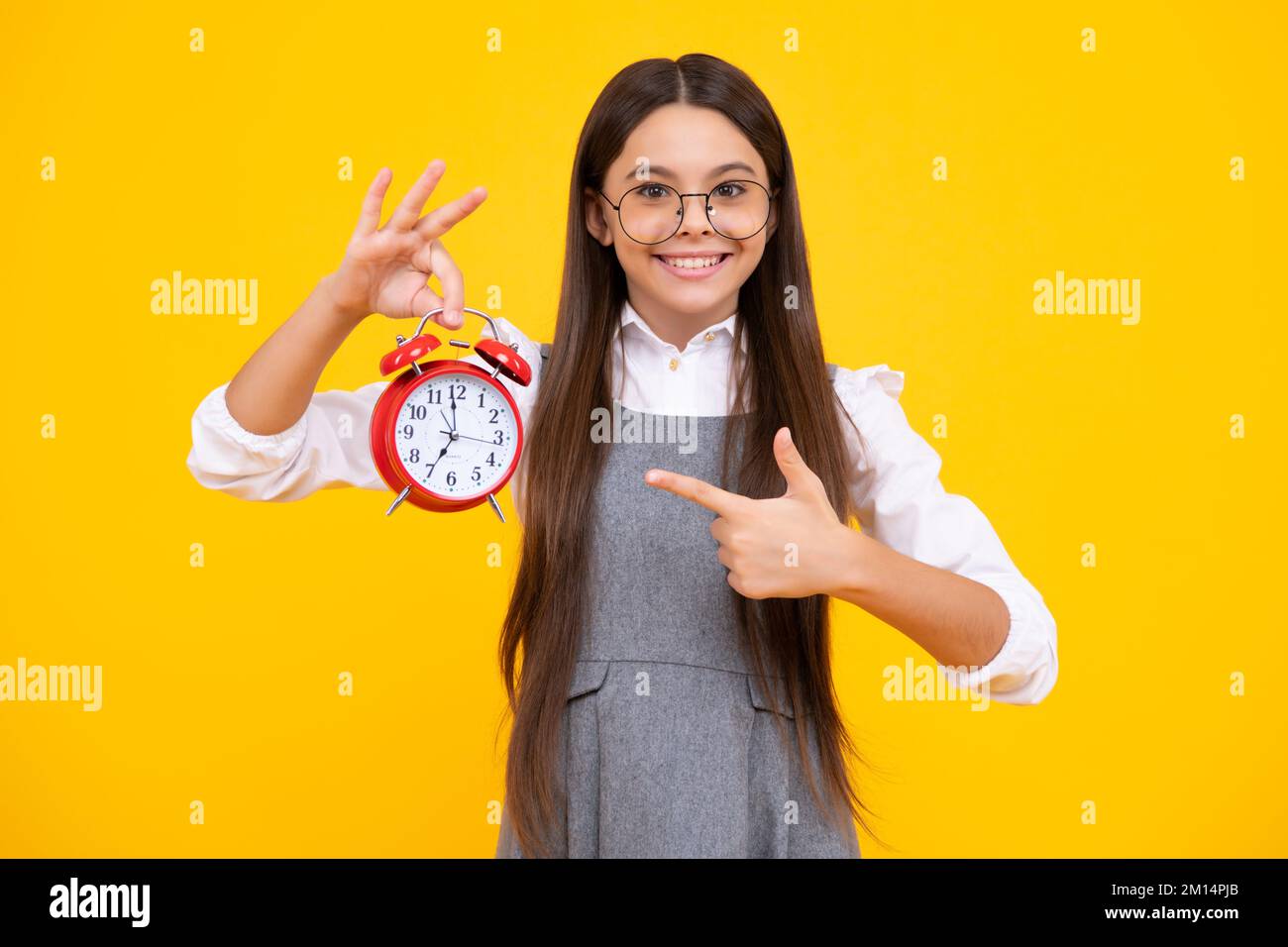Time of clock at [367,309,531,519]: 6:59
